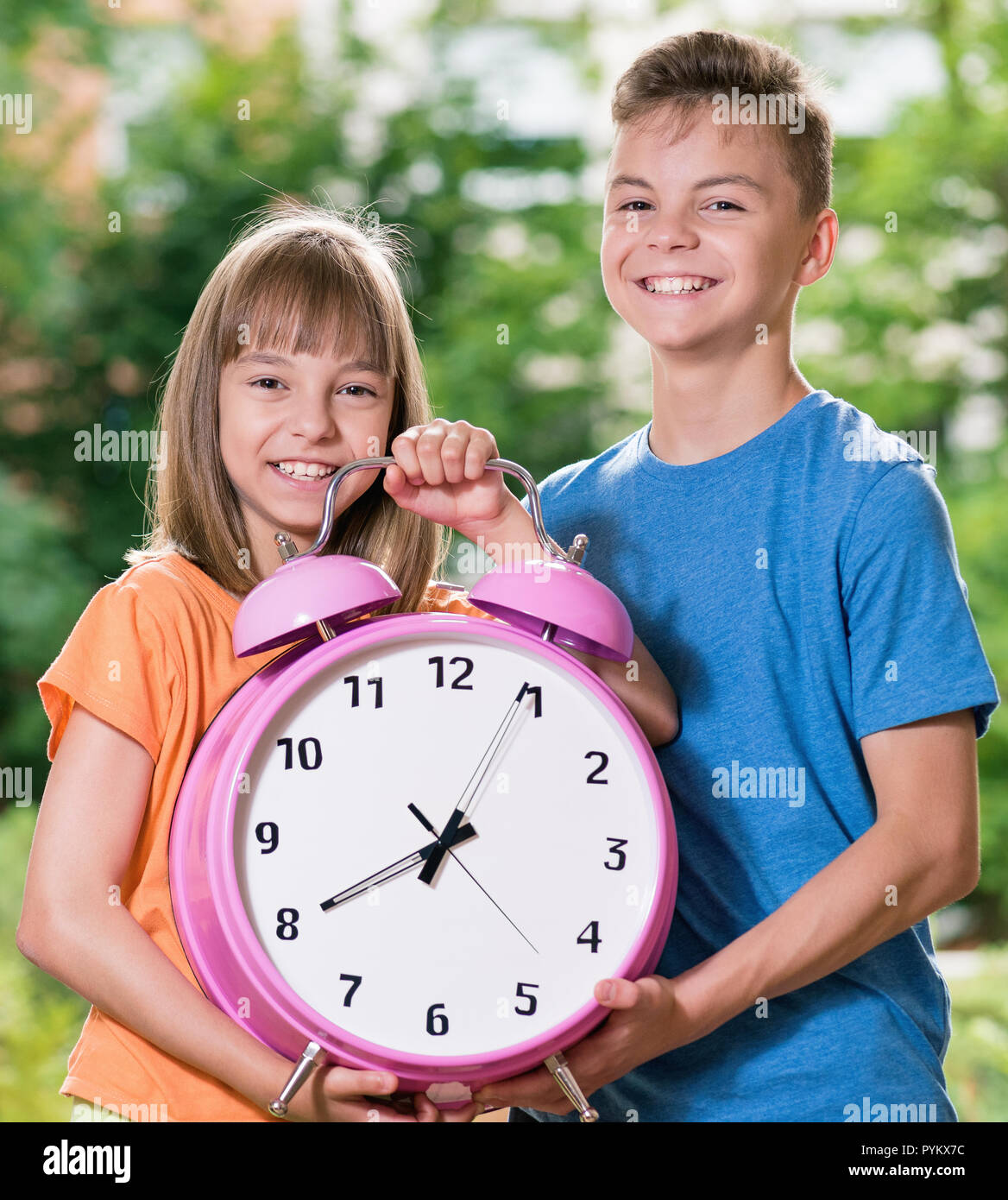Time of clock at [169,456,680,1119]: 8:04
